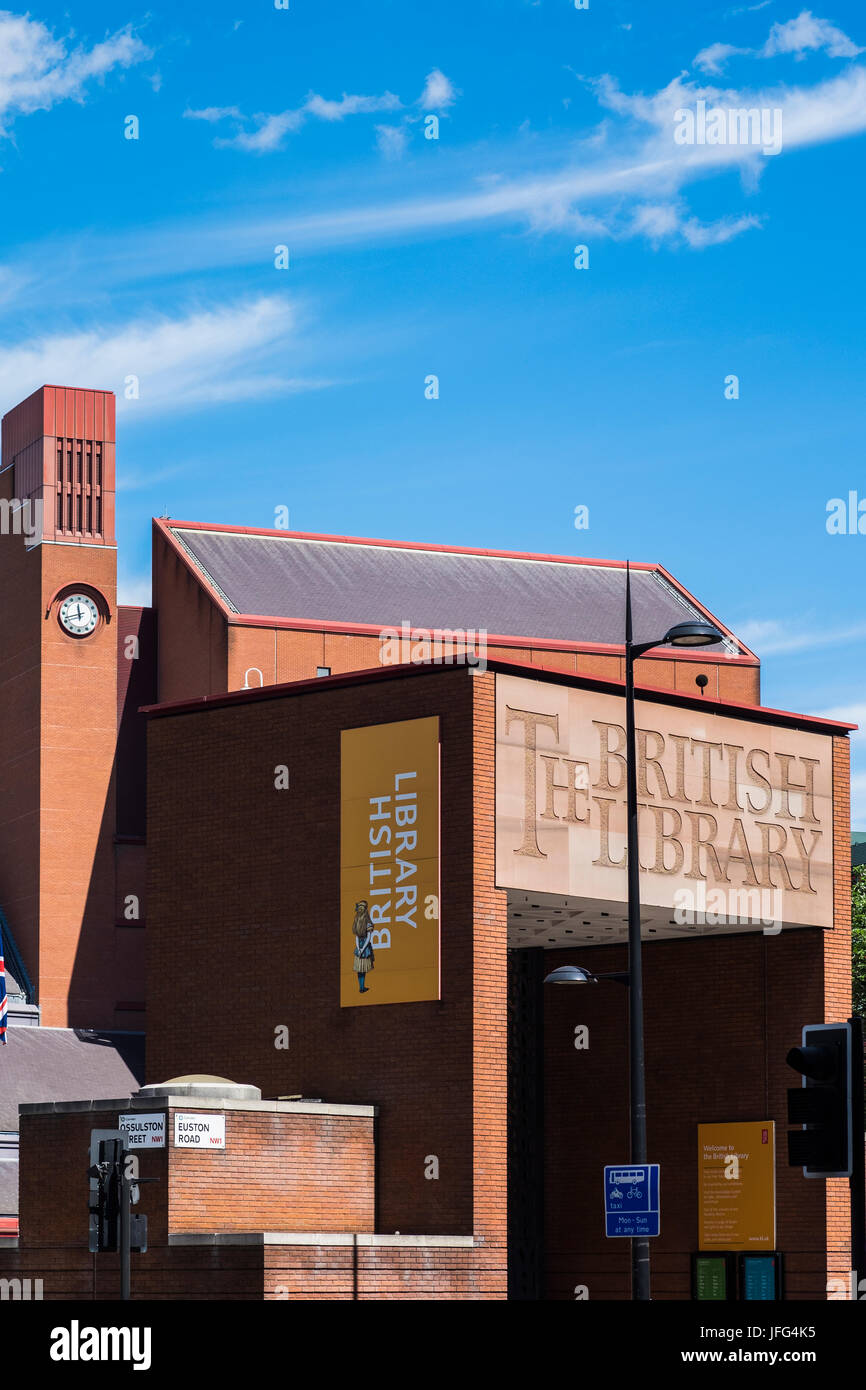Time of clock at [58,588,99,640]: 11:42
